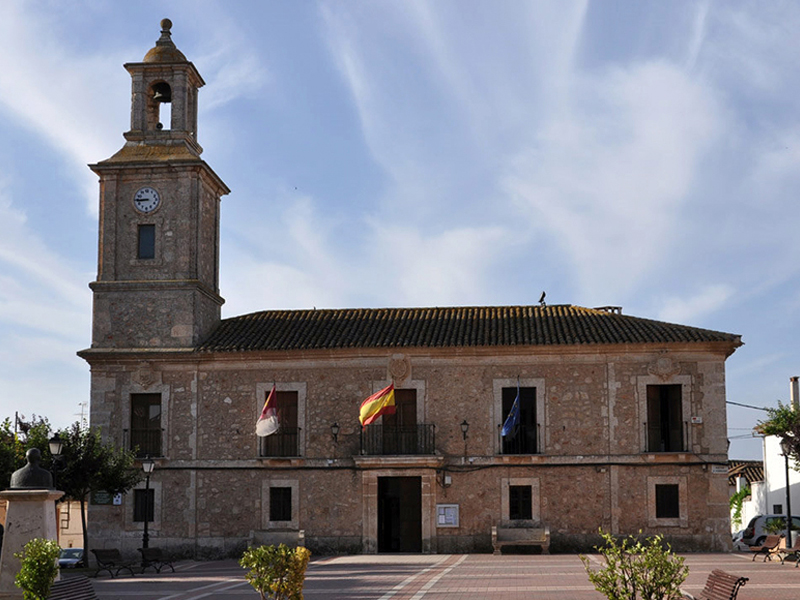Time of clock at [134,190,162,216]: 8:45
